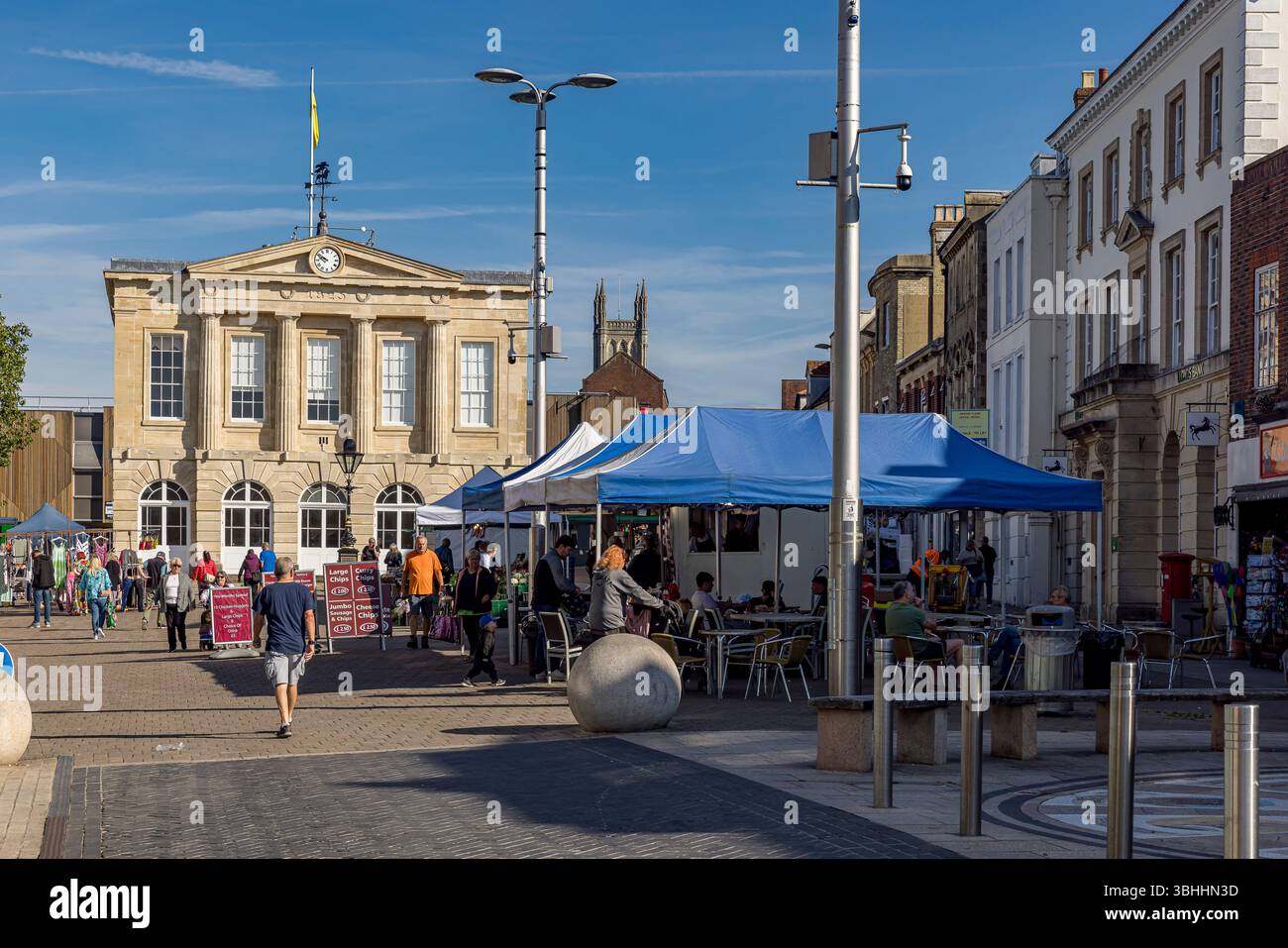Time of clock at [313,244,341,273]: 9:50
